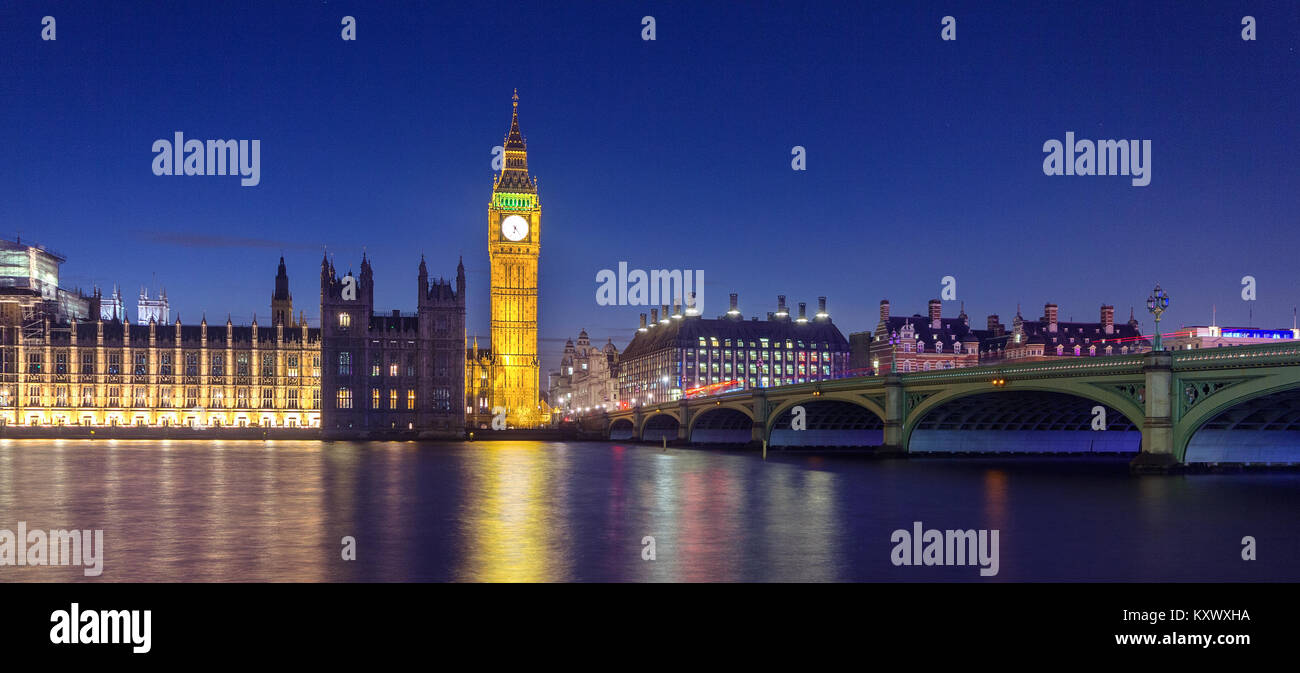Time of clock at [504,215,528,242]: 6:23
